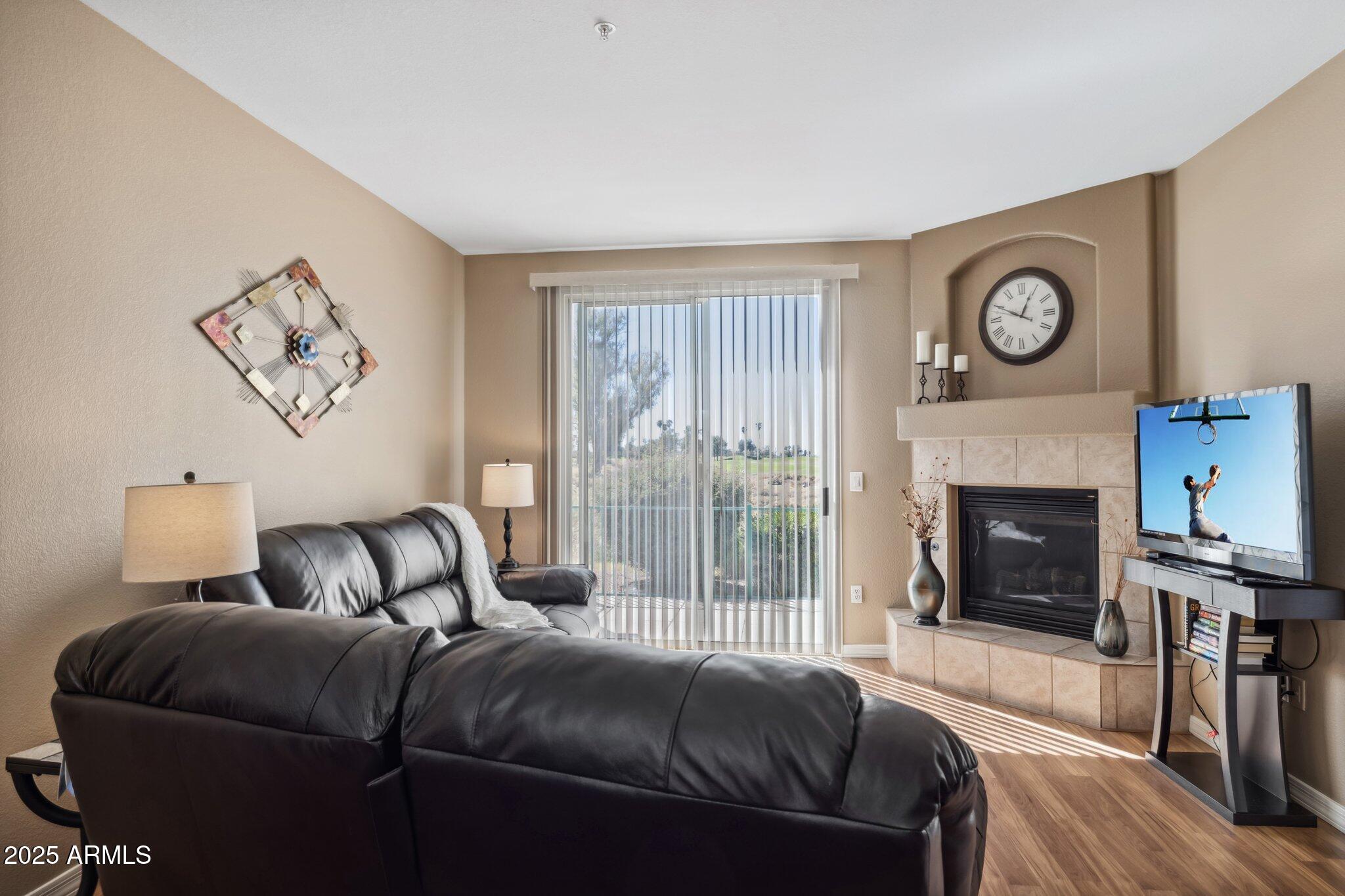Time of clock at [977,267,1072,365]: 12:49
